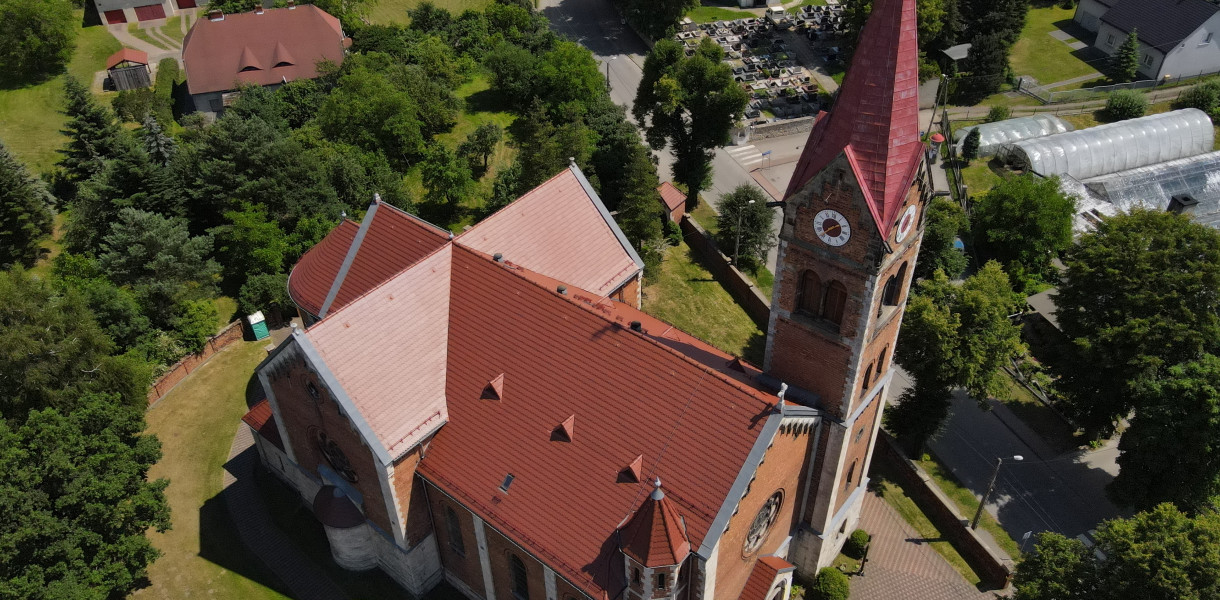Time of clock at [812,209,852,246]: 1:36
